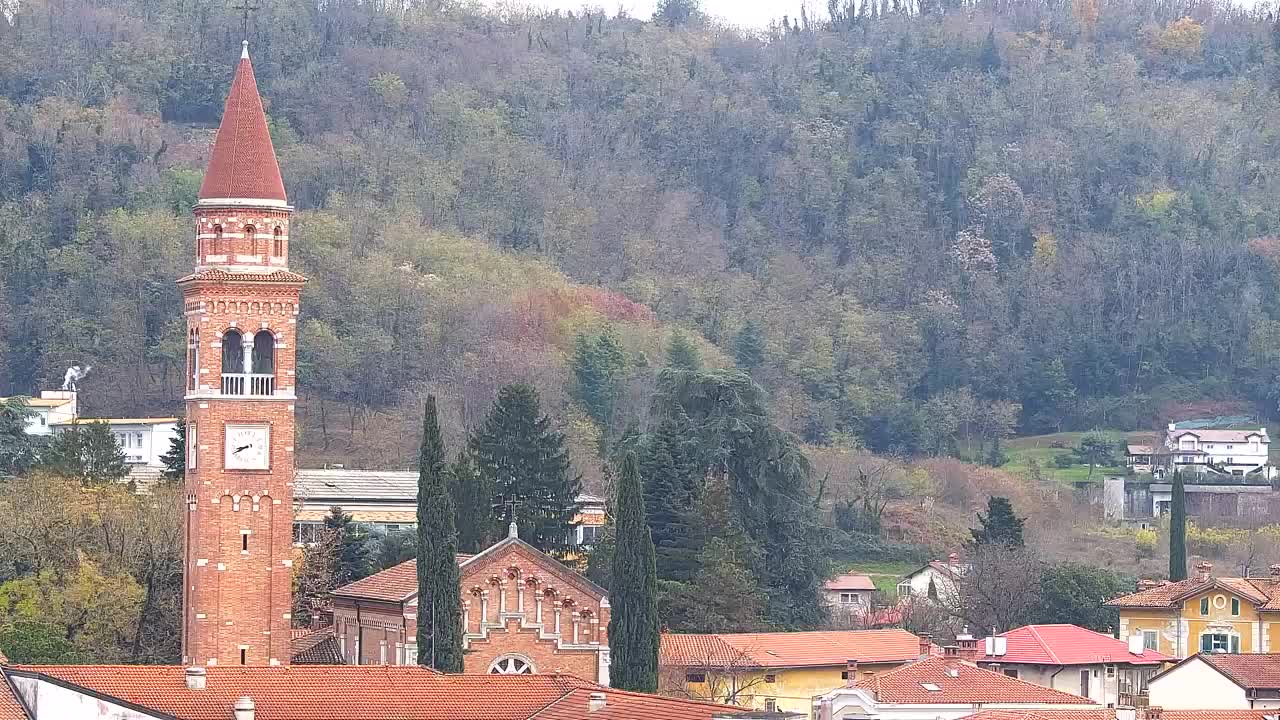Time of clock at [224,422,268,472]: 8:40
